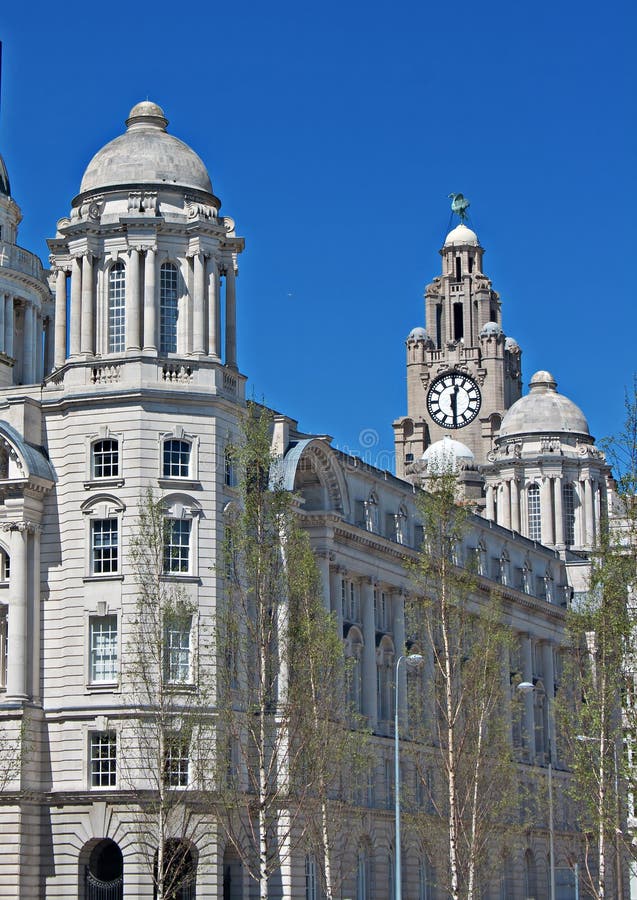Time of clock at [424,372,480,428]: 12:28
